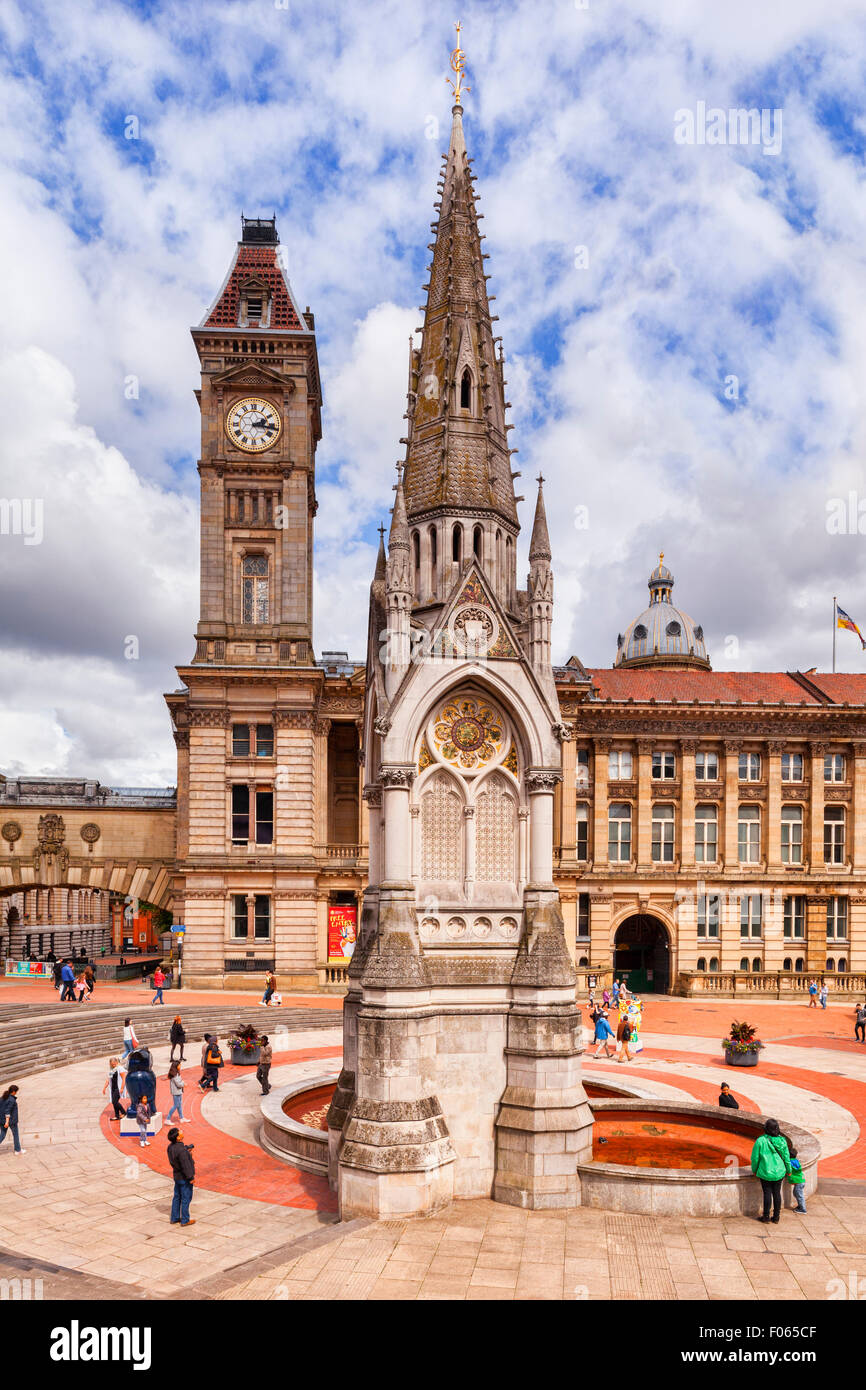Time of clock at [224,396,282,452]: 2:16
